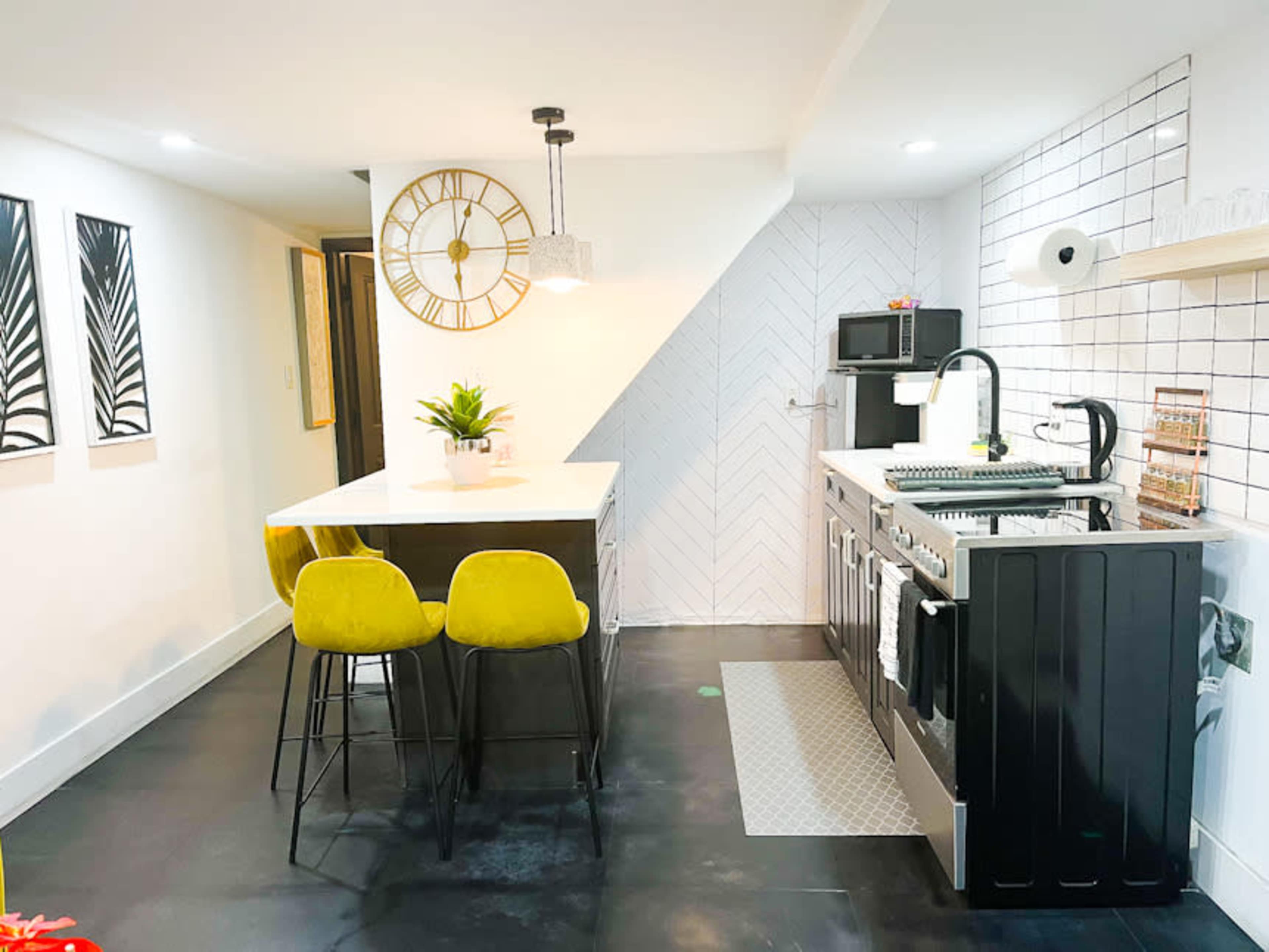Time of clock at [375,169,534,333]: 6:03
